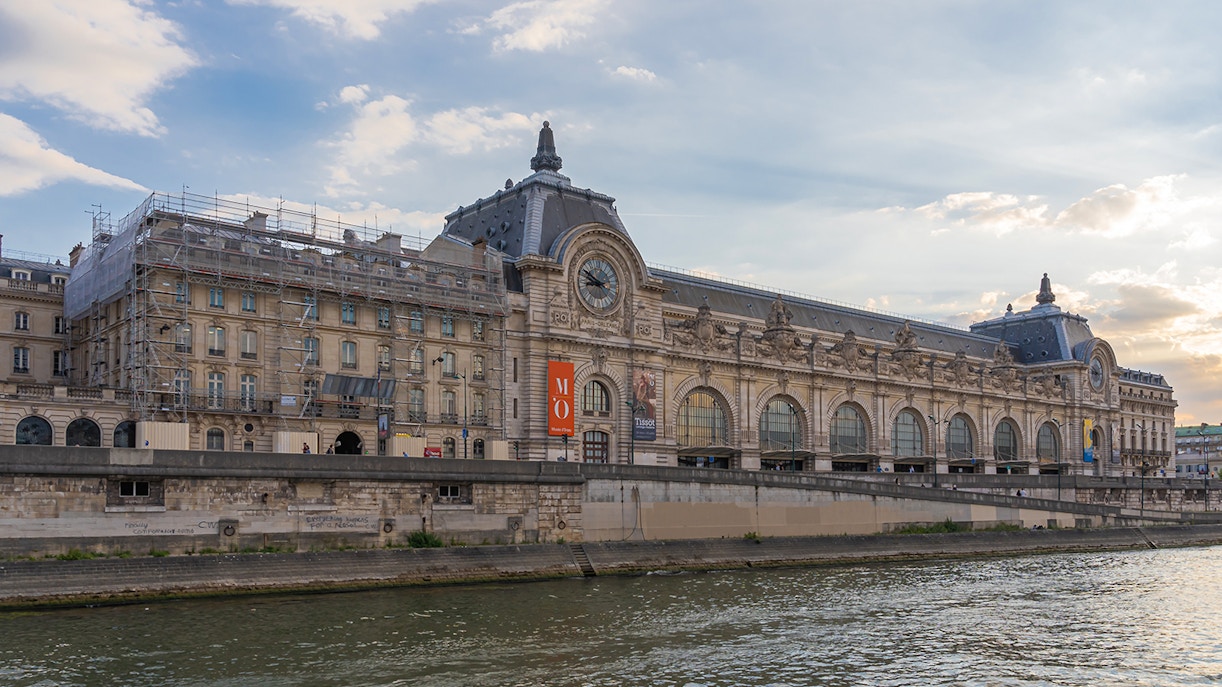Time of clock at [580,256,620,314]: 8:49
